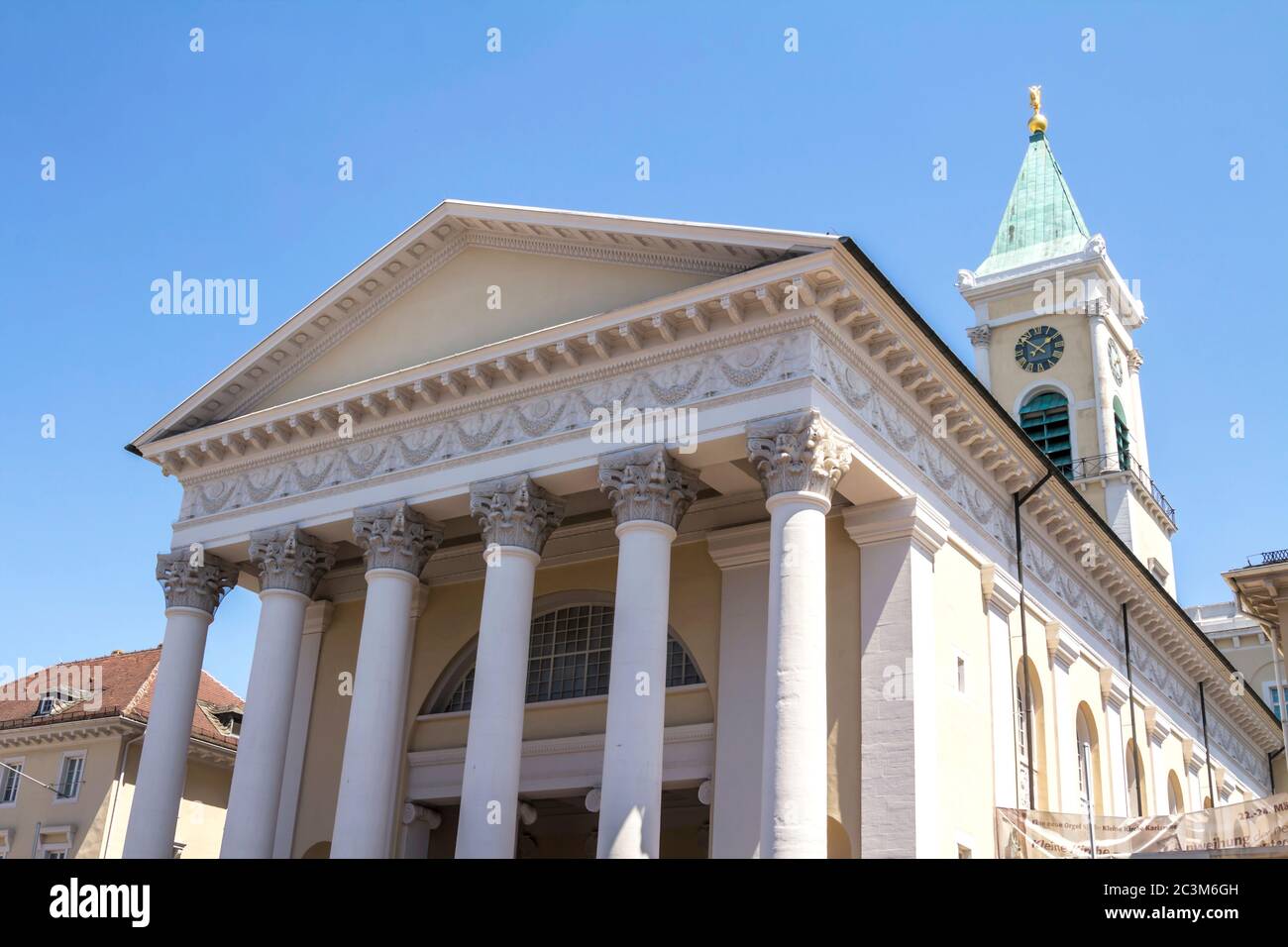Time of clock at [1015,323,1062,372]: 1:51
